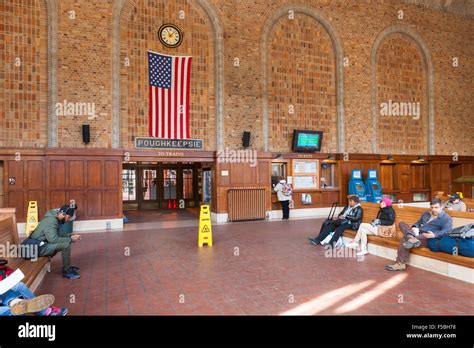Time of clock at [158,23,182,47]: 11:07
